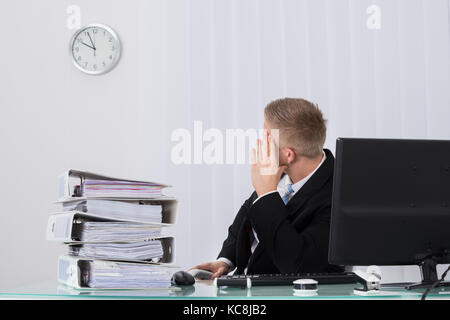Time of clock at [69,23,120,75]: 9:56
